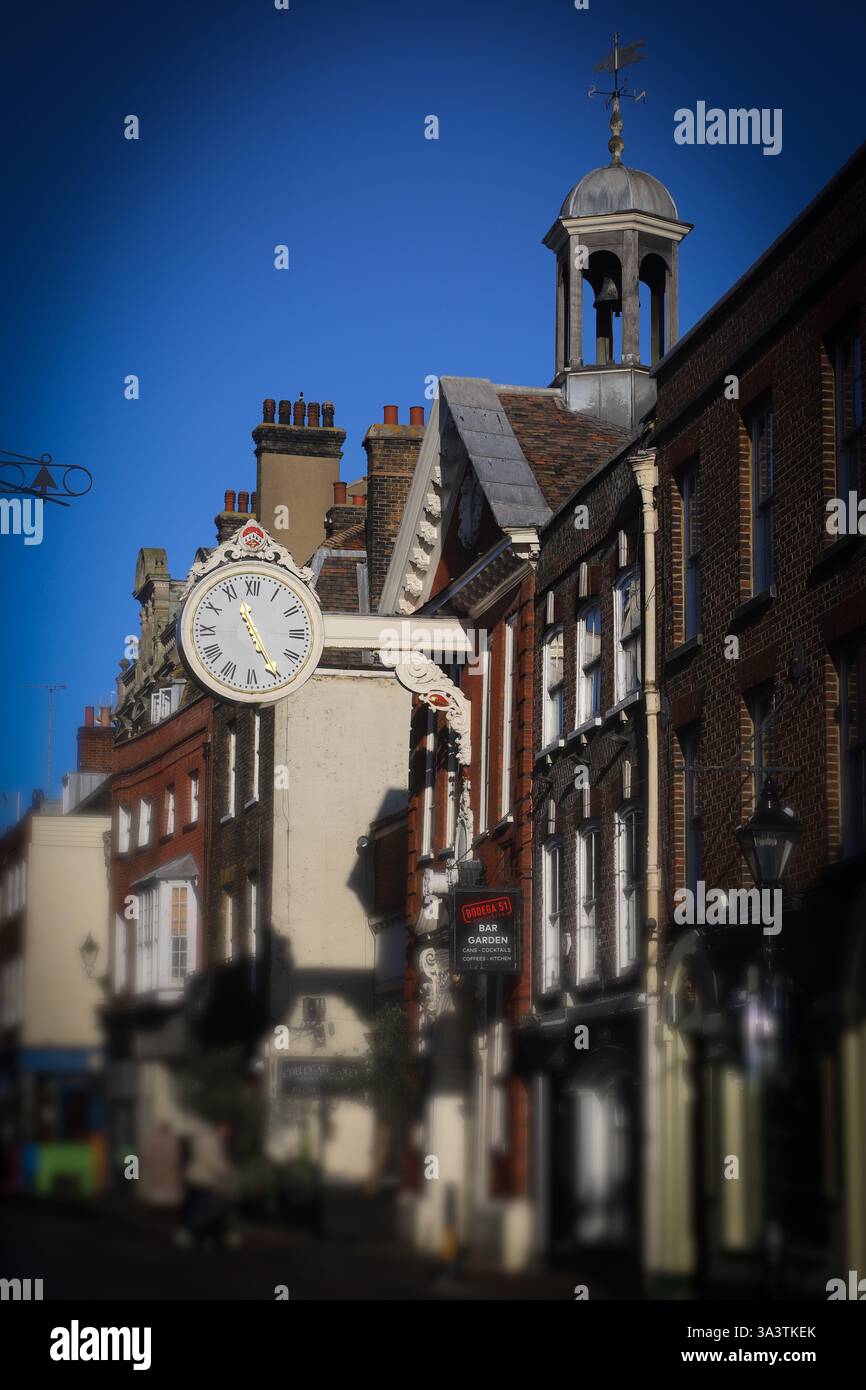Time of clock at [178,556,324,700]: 11:25
